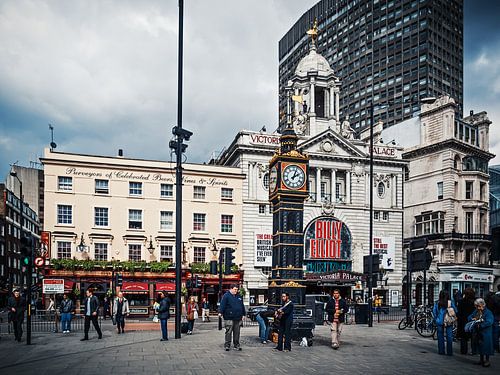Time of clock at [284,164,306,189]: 2:03
